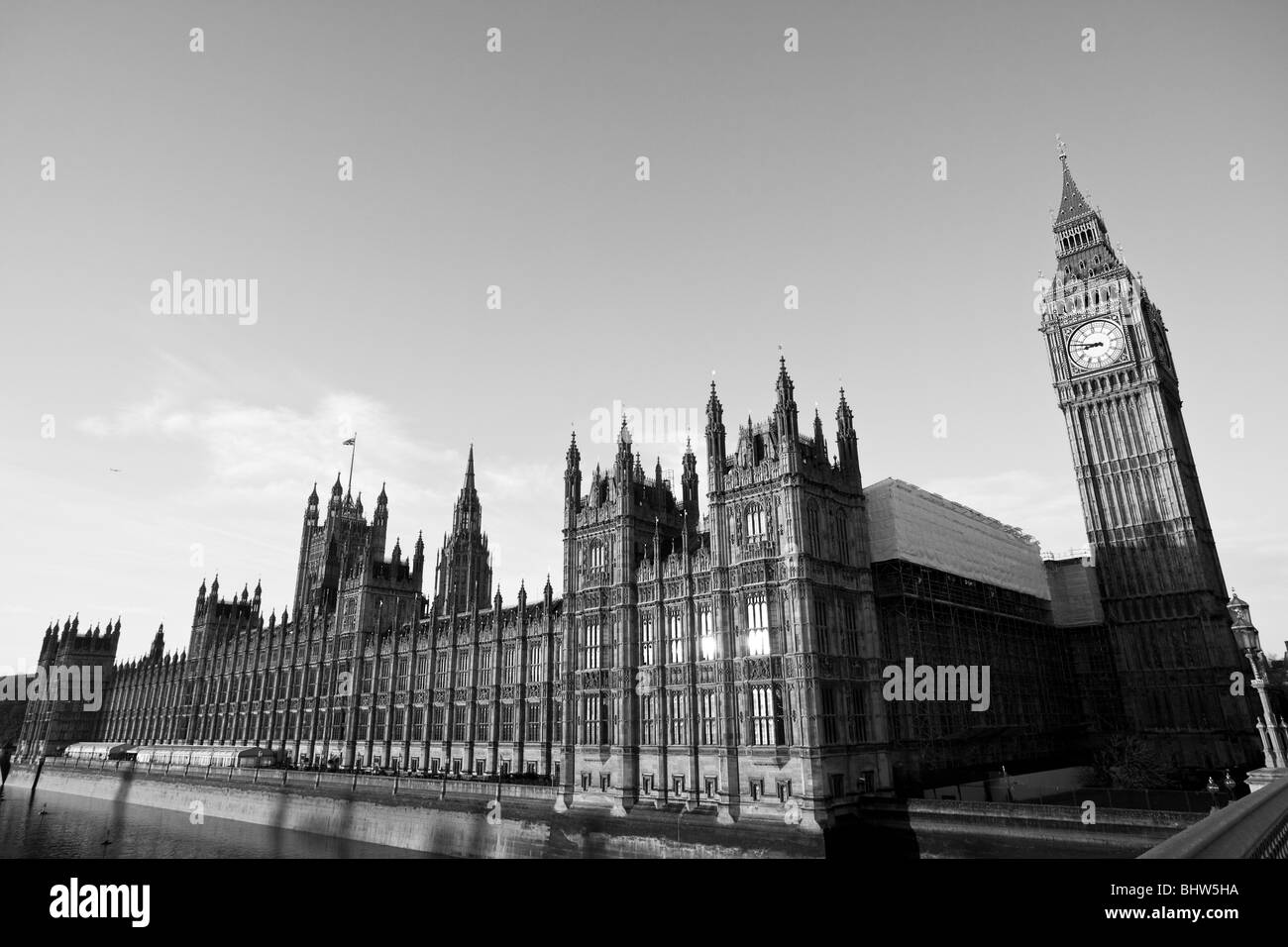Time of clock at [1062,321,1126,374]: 8:47
